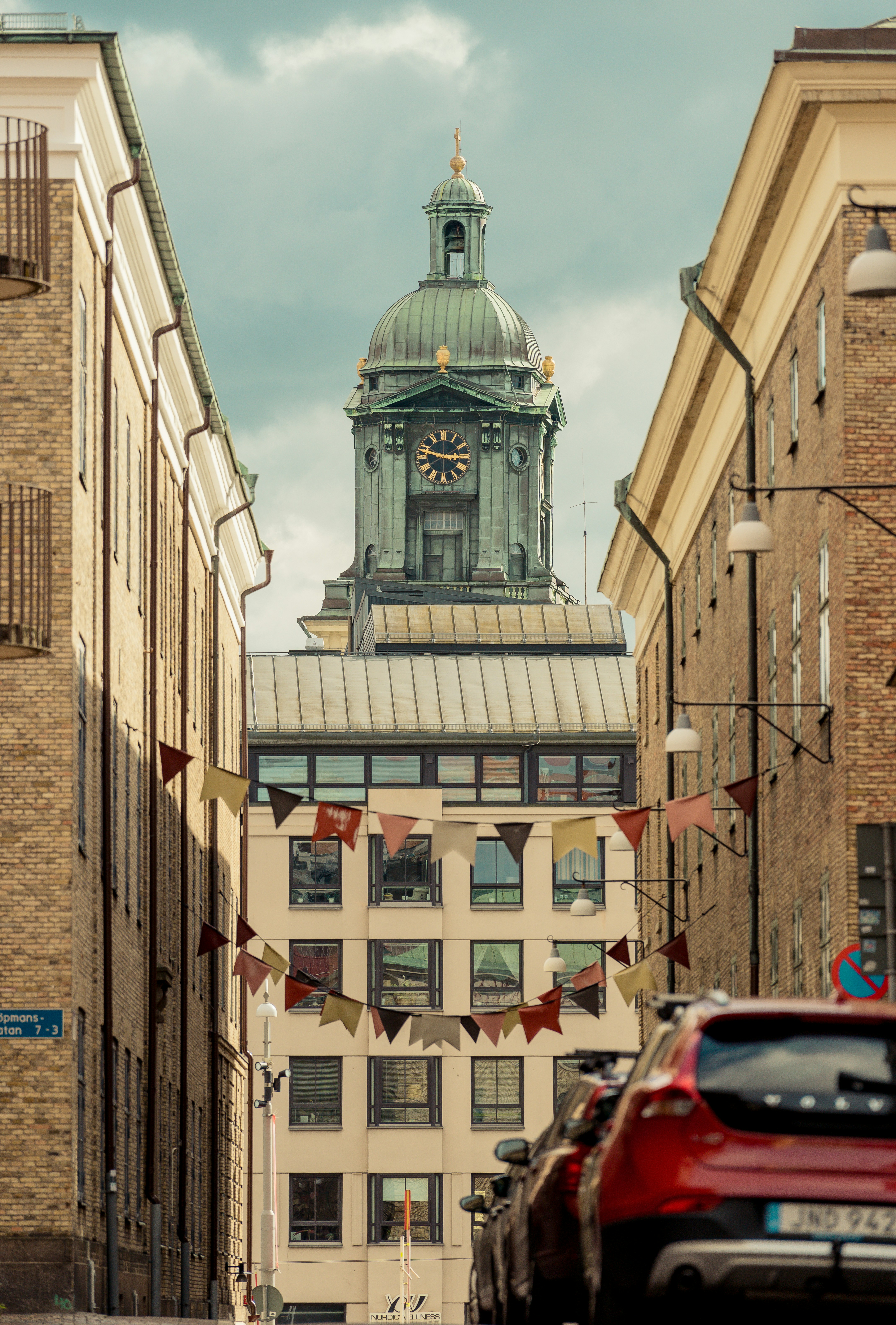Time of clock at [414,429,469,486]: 2:47
